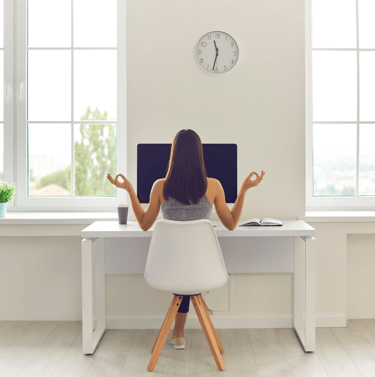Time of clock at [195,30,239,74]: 11:31
